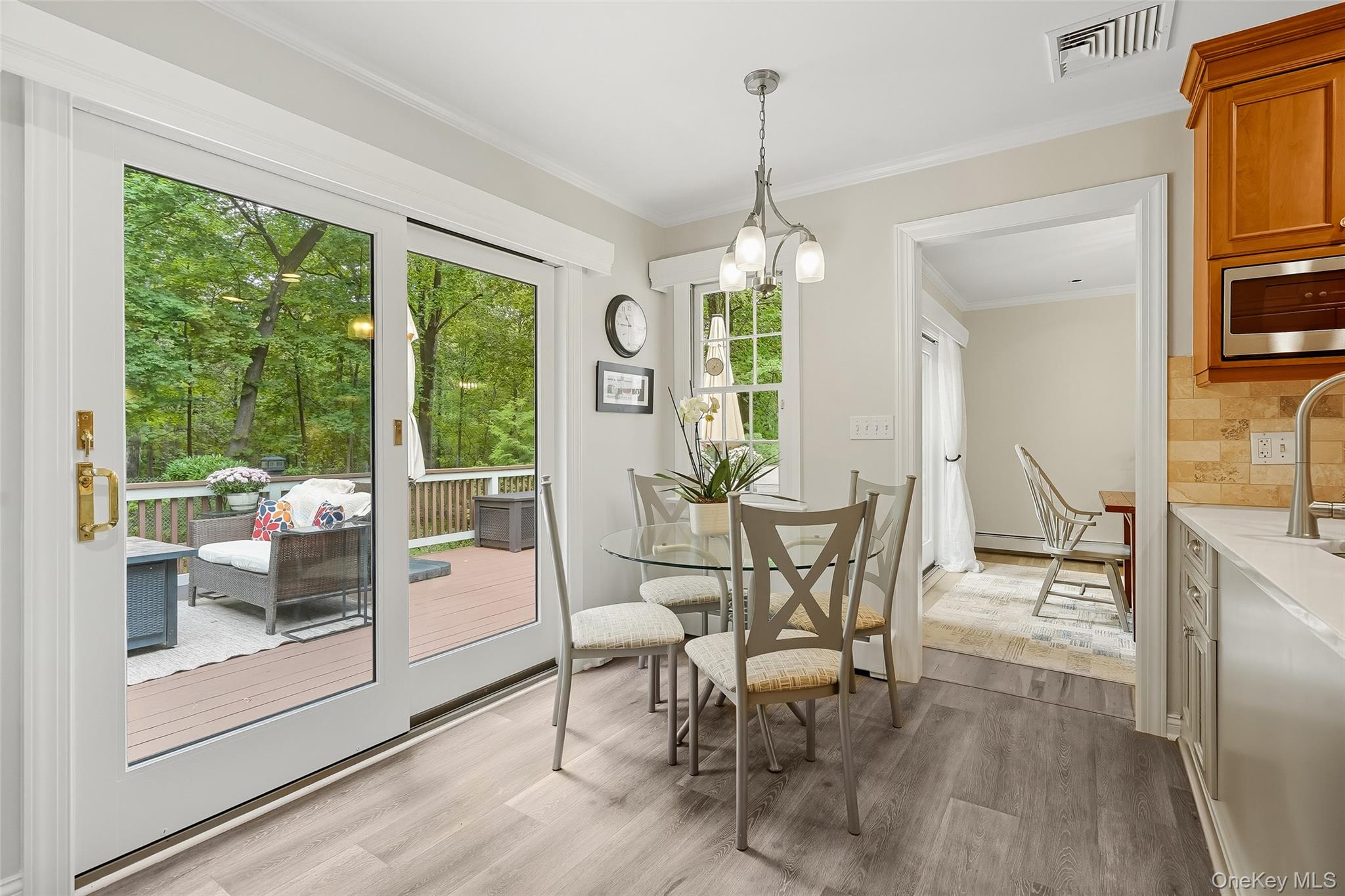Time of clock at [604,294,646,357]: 10:45
